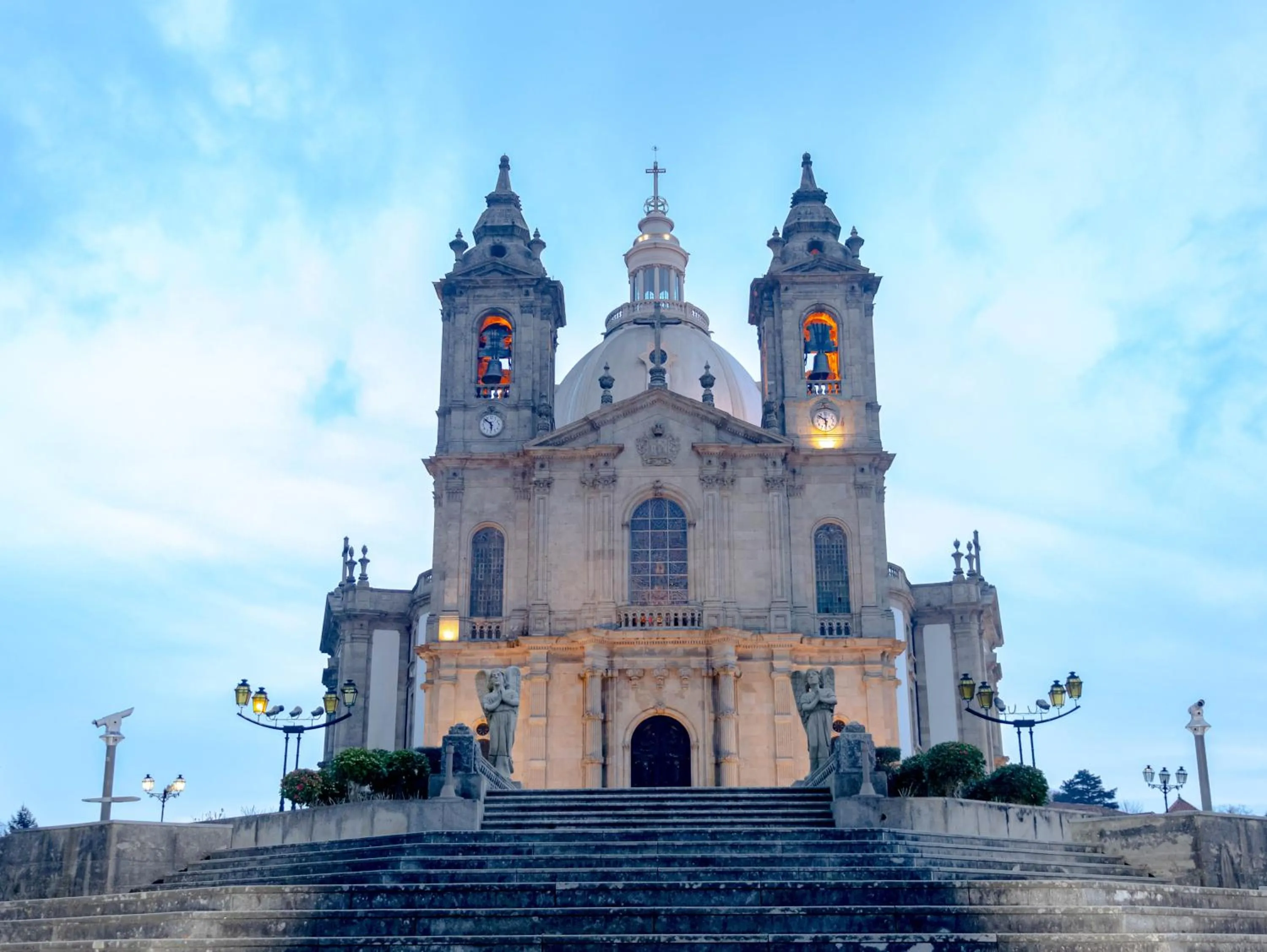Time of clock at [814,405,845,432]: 5:51
